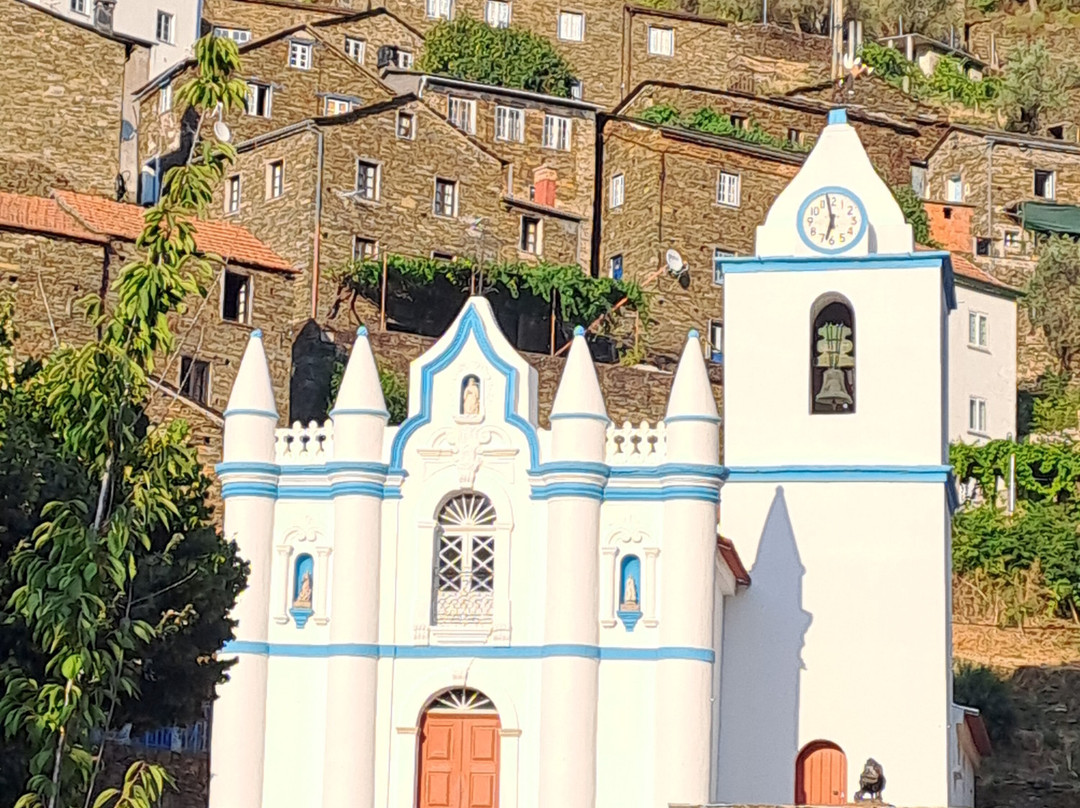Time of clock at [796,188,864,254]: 11:32
